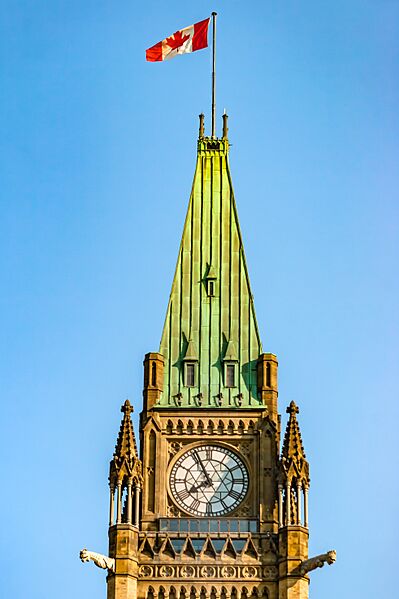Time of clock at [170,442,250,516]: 7:55
